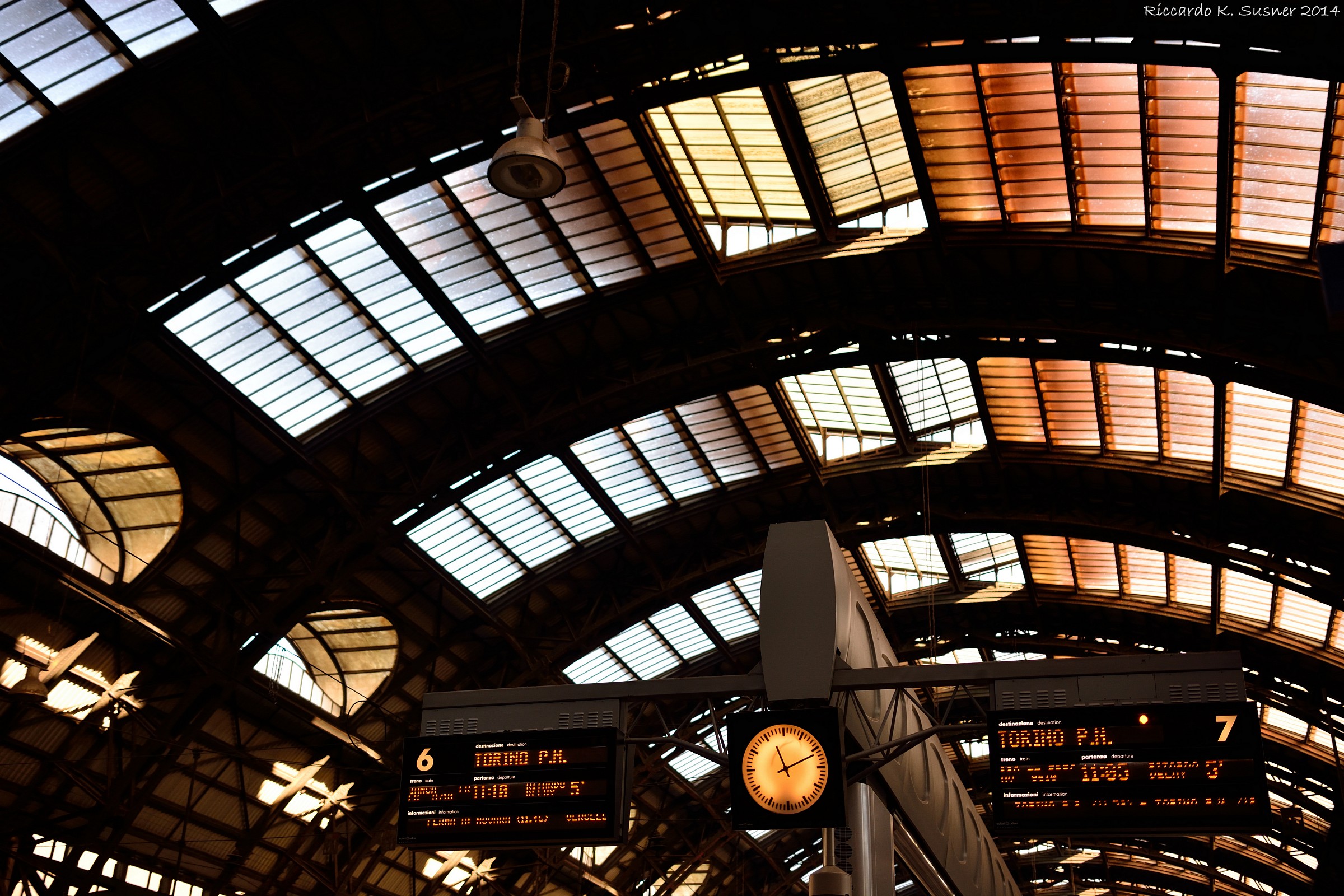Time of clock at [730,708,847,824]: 11:11
